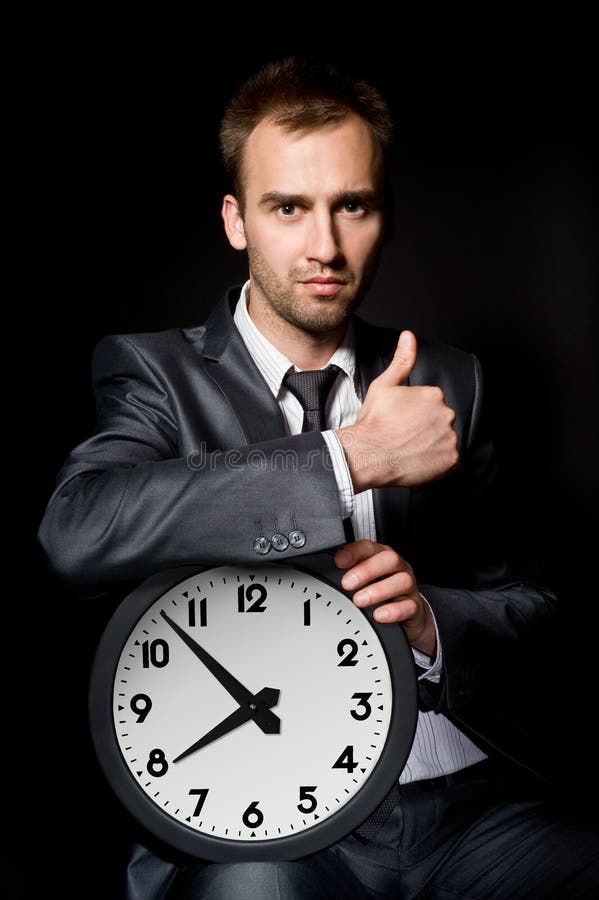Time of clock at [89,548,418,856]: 7:52
